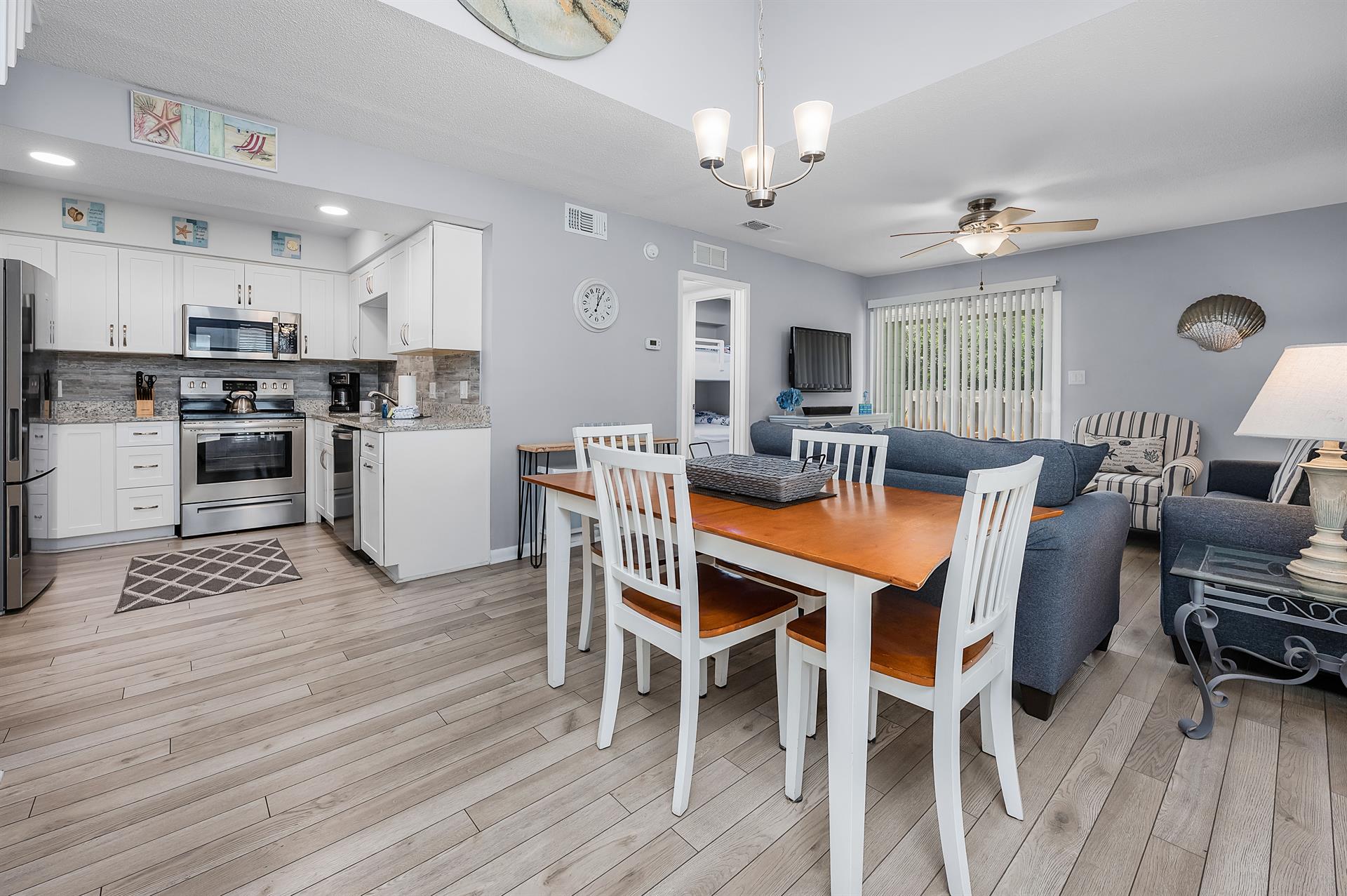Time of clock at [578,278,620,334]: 12:04
